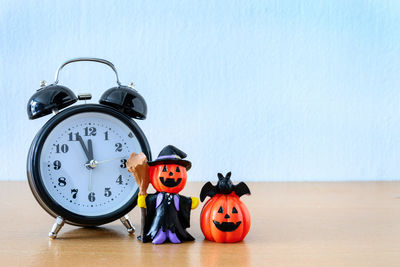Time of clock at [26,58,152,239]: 11:56
